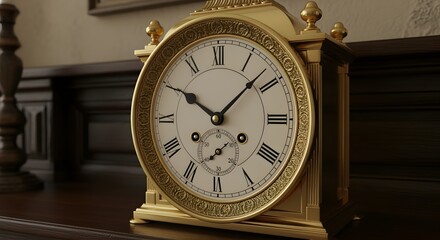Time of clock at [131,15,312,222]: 10:07
